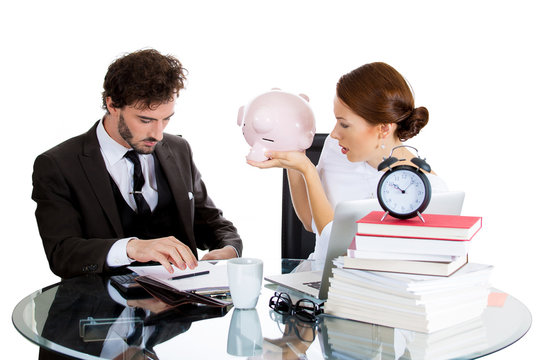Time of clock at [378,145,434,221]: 10:07
